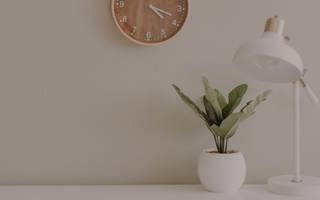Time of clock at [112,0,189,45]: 4:18
